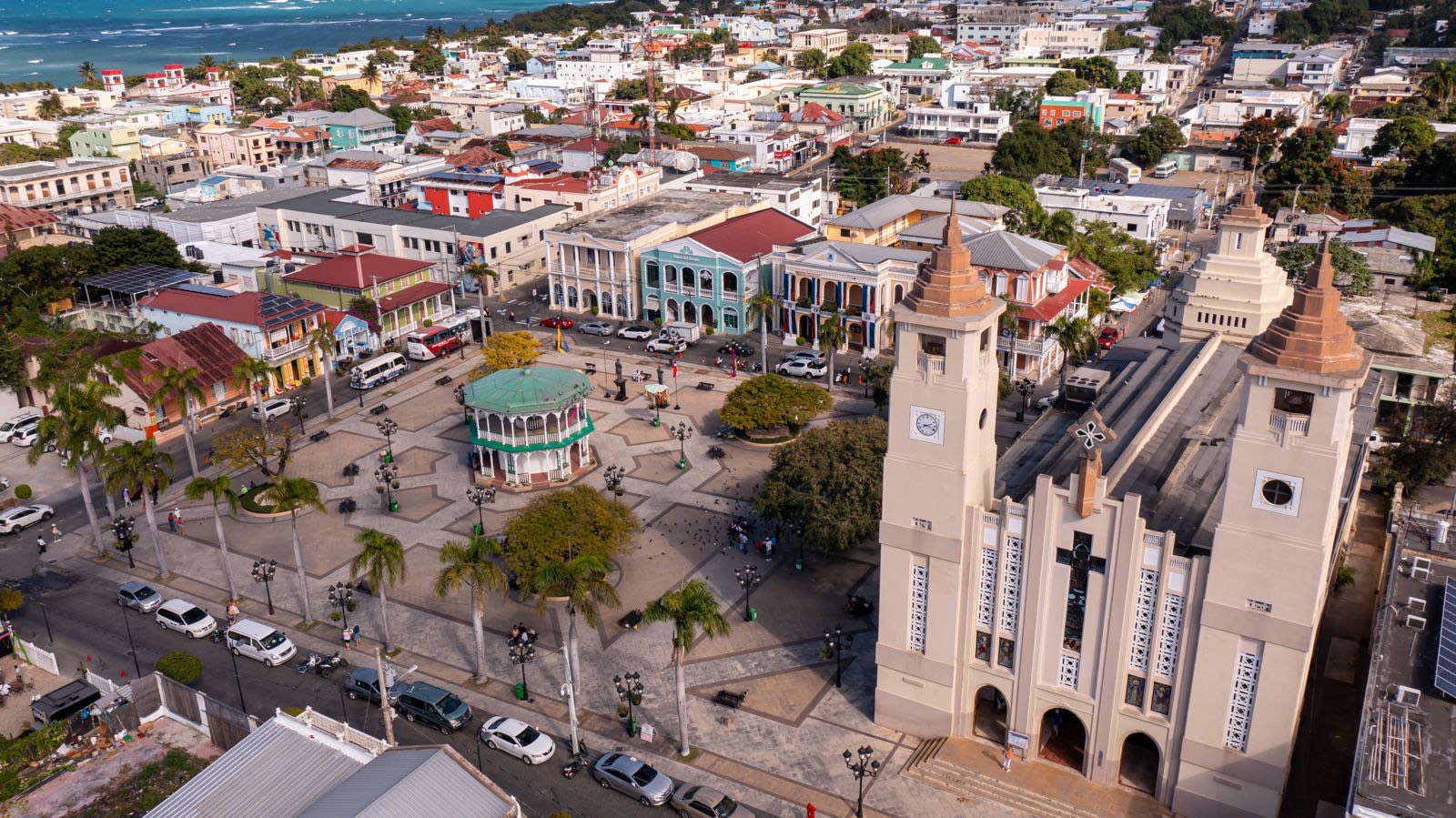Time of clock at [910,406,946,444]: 2:18
